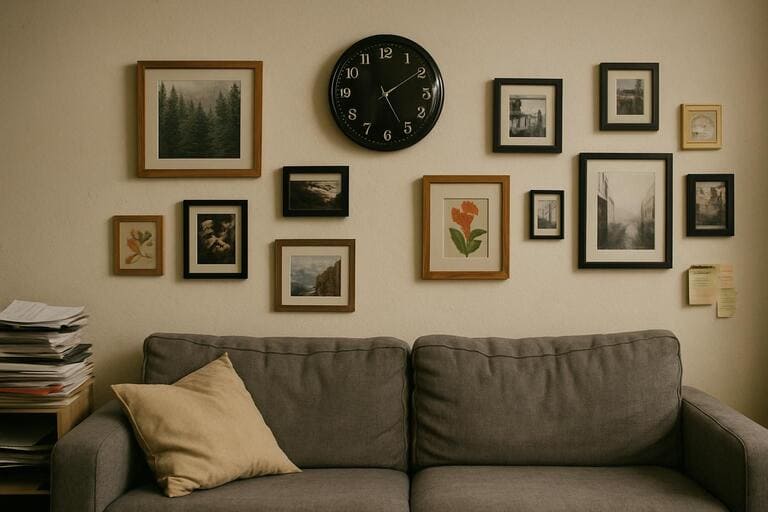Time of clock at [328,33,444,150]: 5:09
